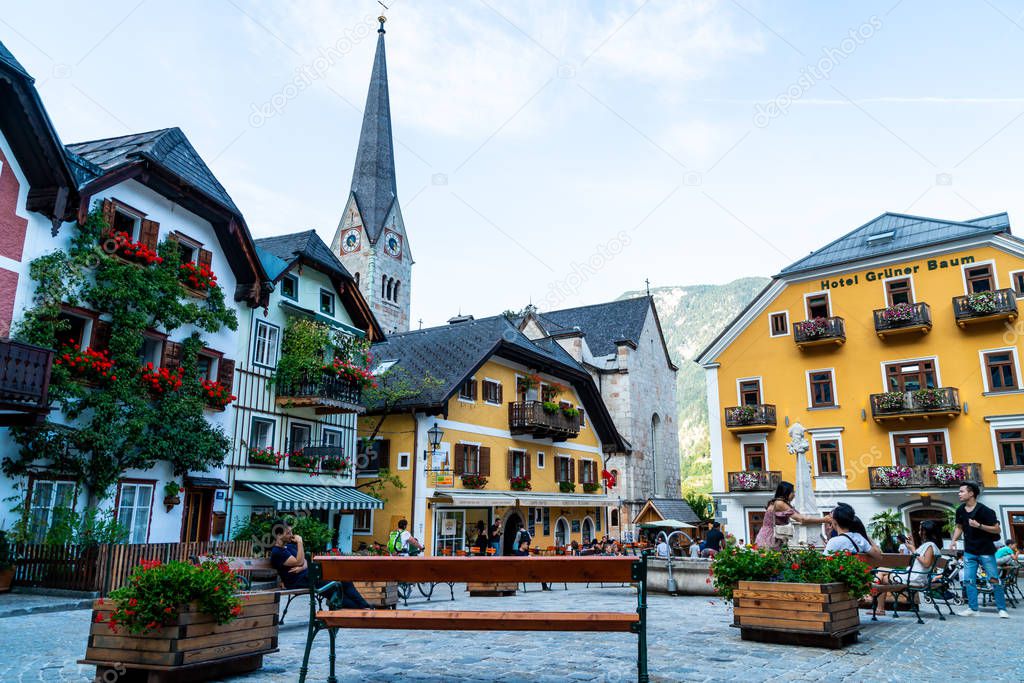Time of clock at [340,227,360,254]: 6:23
